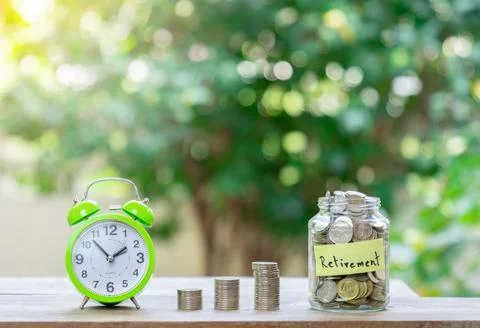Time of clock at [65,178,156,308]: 1:52
